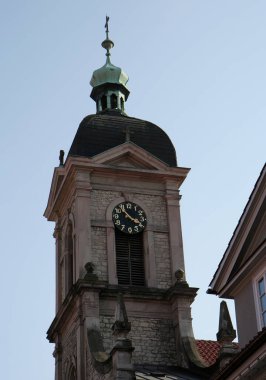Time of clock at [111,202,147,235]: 3:52
